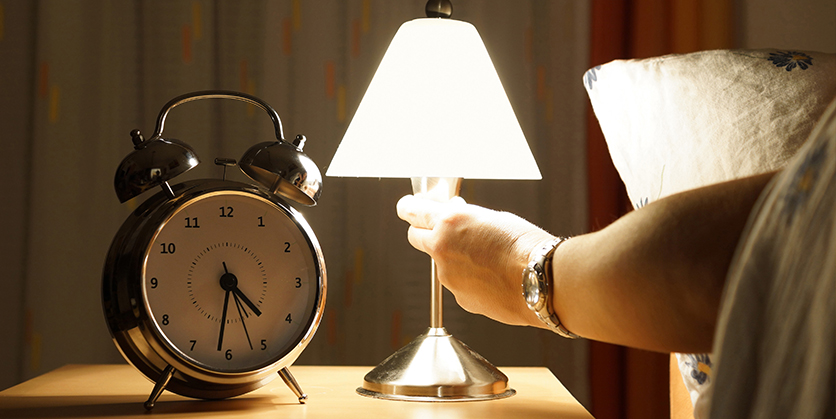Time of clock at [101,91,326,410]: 4:31
